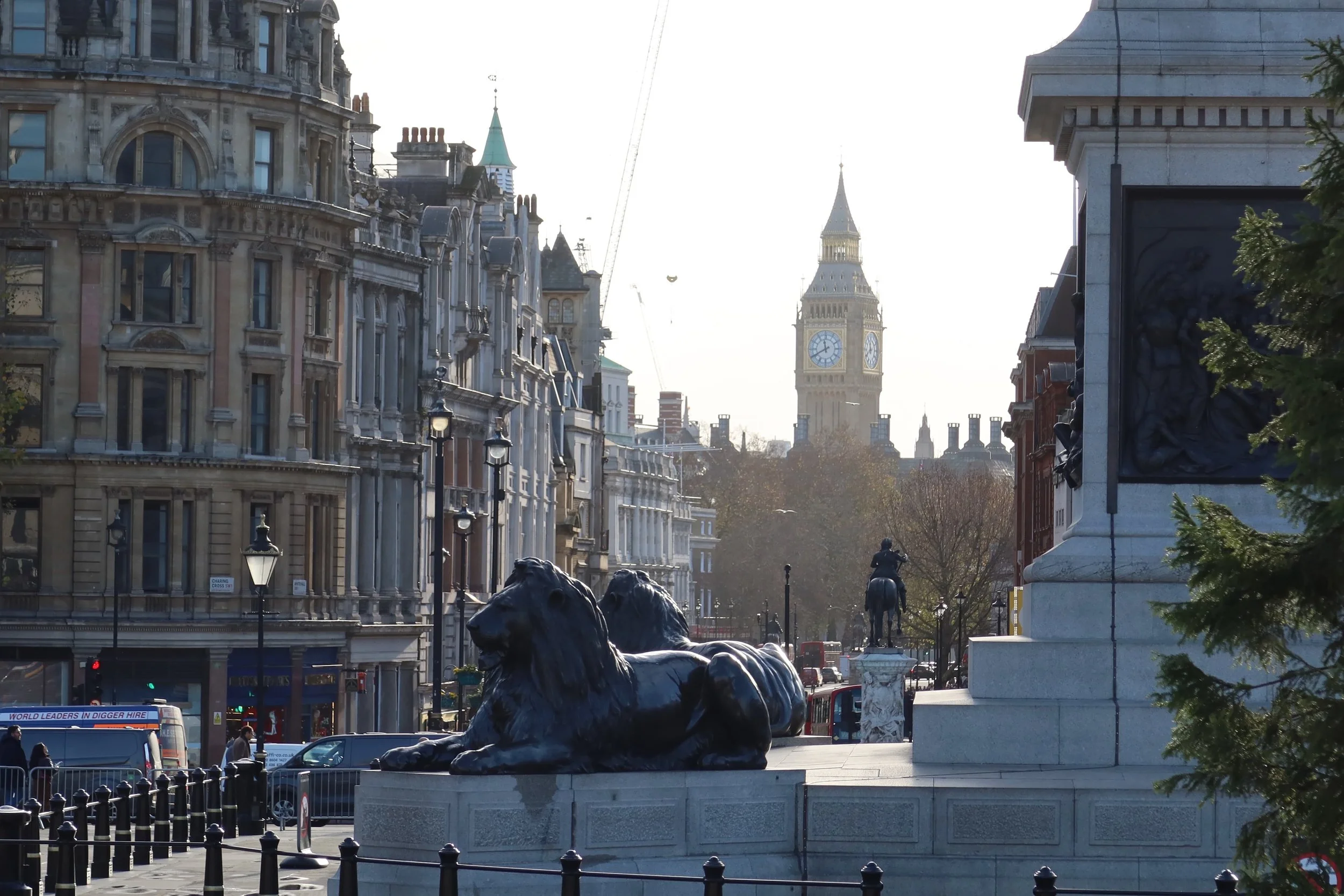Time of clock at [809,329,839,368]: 11:40
